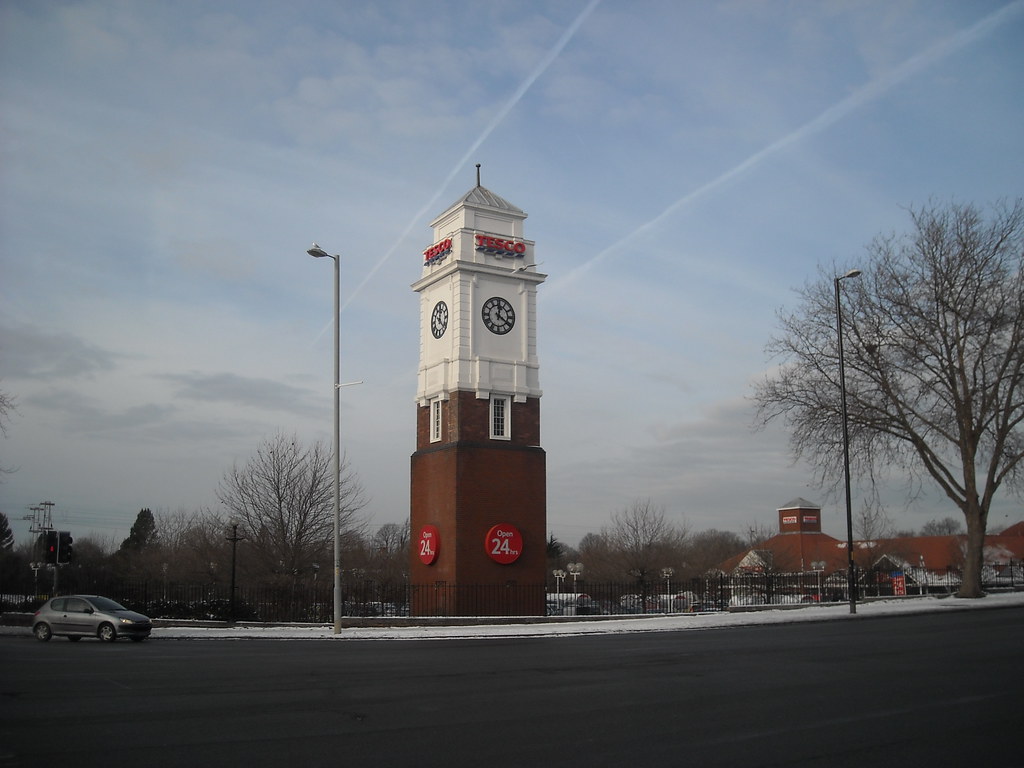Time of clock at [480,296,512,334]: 12:20
